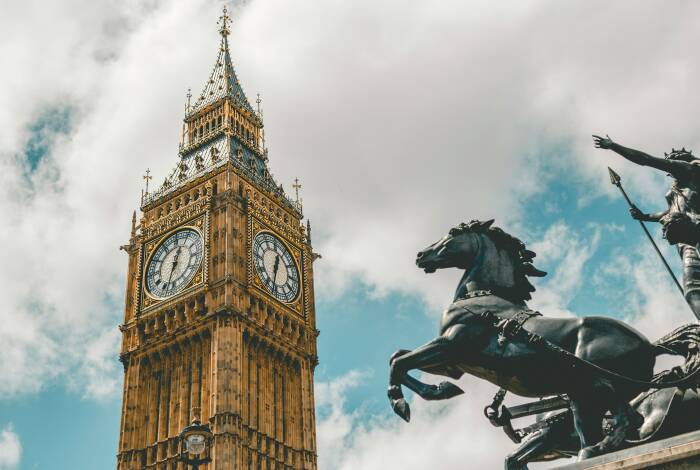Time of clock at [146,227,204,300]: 12:32
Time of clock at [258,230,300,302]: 12:32
